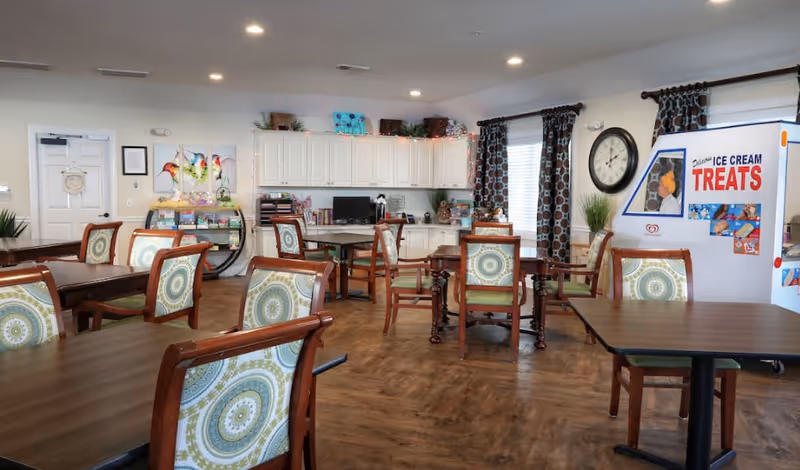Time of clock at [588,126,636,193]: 2:00
